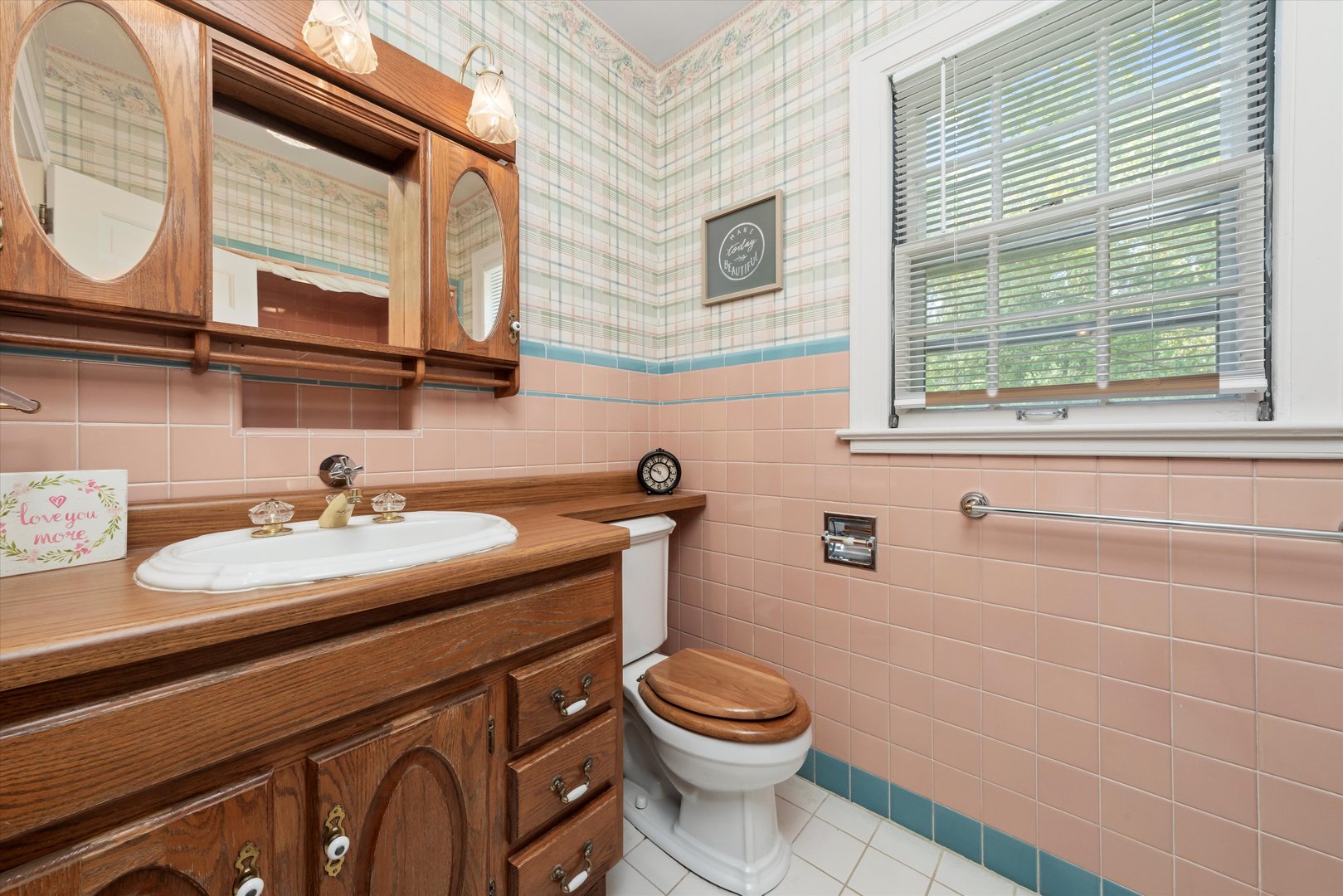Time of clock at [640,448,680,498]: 9:48
